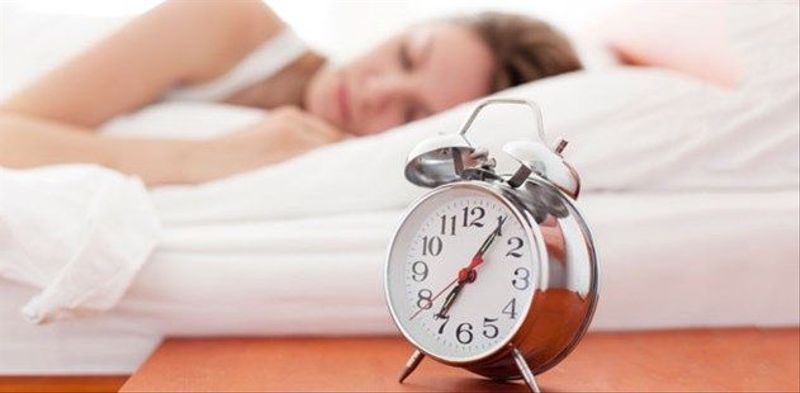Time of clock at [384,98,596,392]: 7:06
